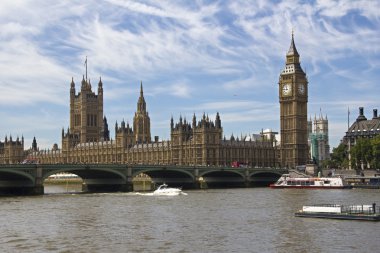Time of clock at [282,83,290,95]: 11:46
